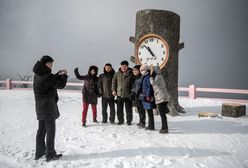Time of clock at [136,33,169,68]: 10:52
